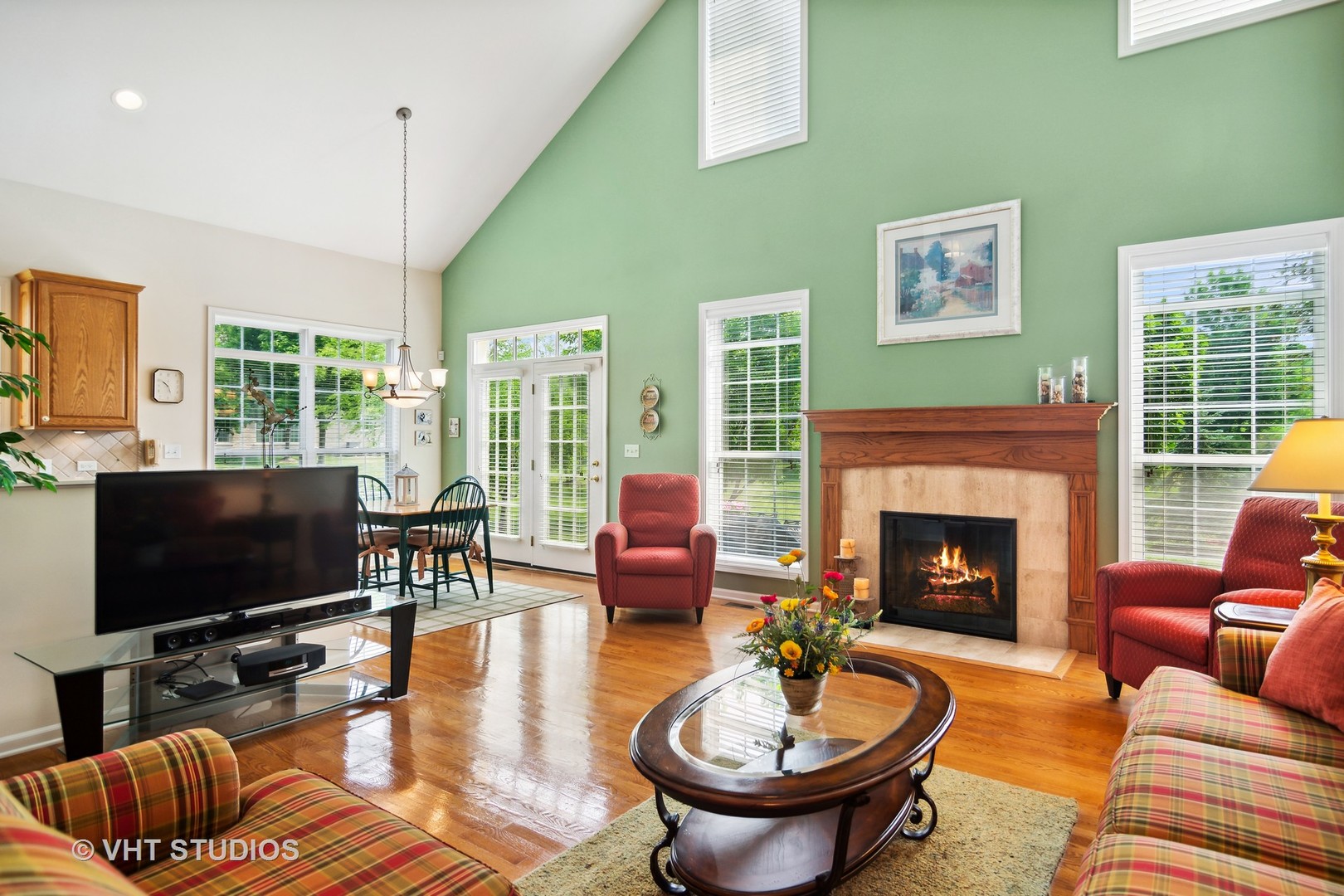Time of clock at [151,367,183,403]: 4:50
